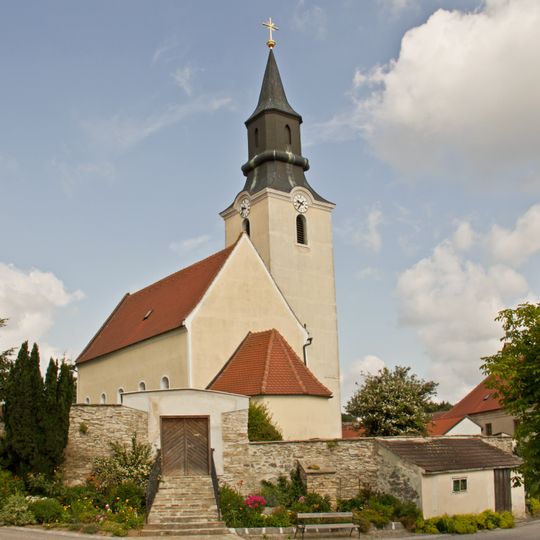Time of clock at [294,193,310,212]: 9:36
